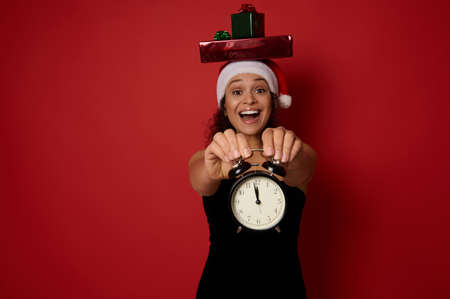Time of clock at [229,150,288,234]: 11:58
